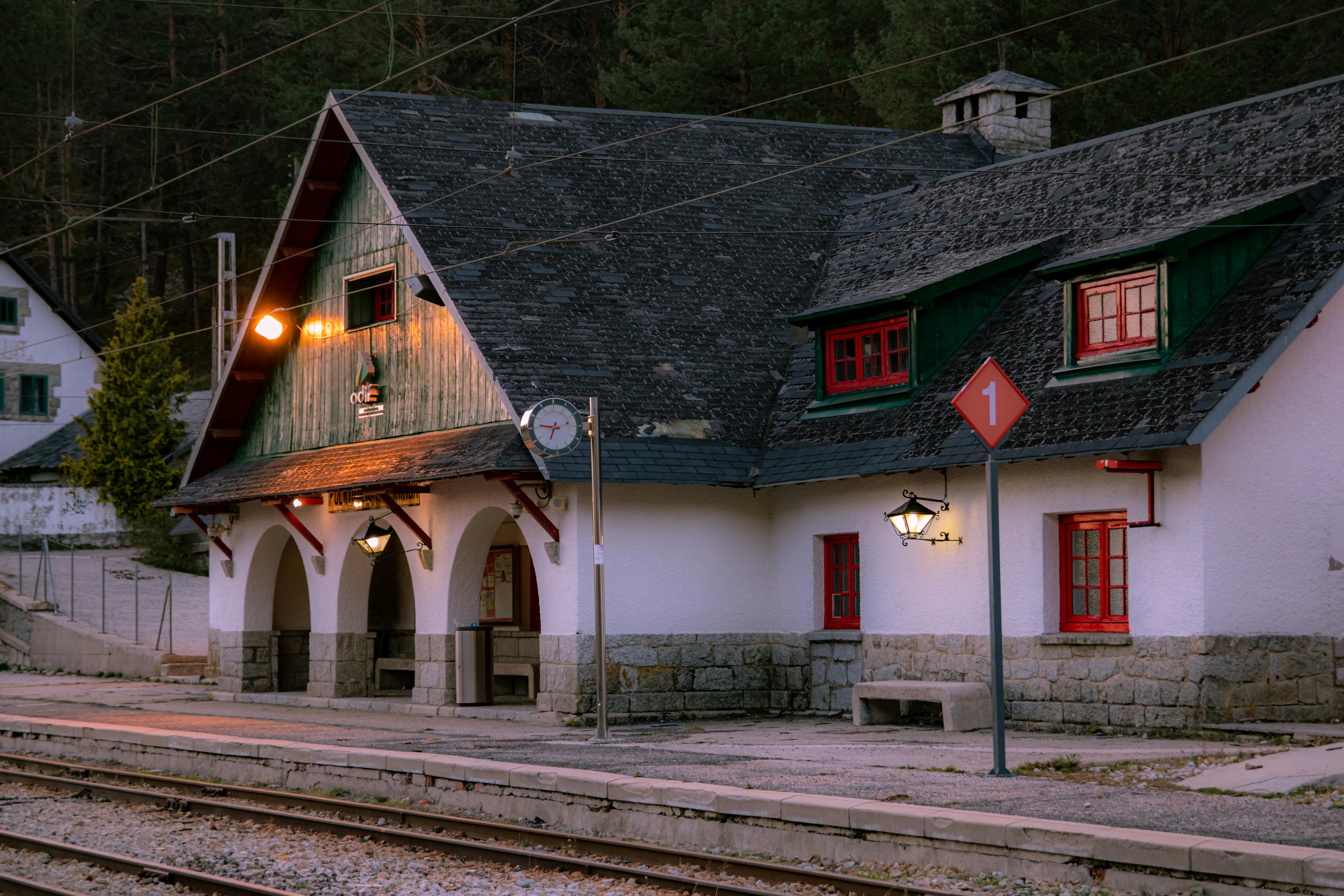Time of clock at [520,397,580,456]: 6:46
